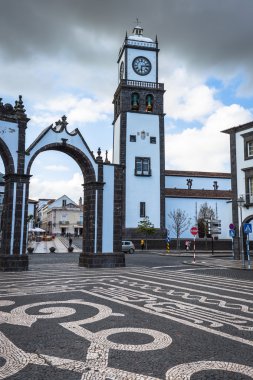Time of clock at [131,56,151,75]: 6:13
